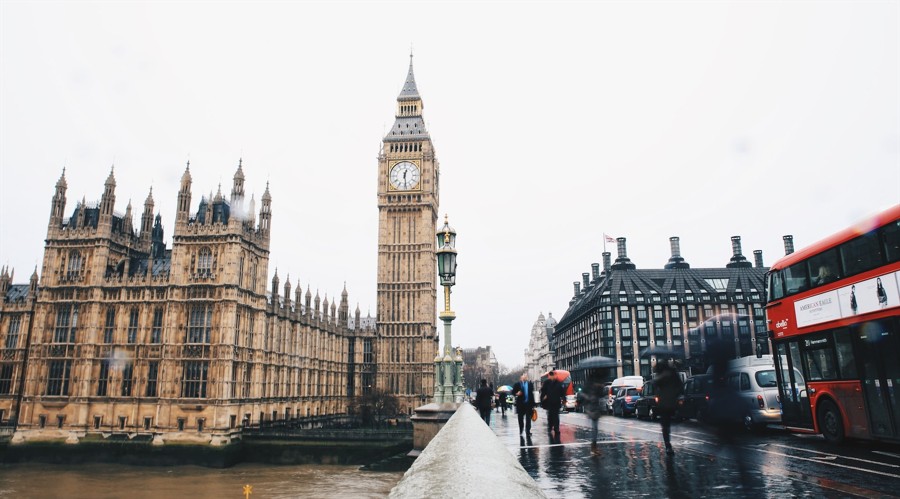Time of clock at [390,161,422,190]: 12:28
